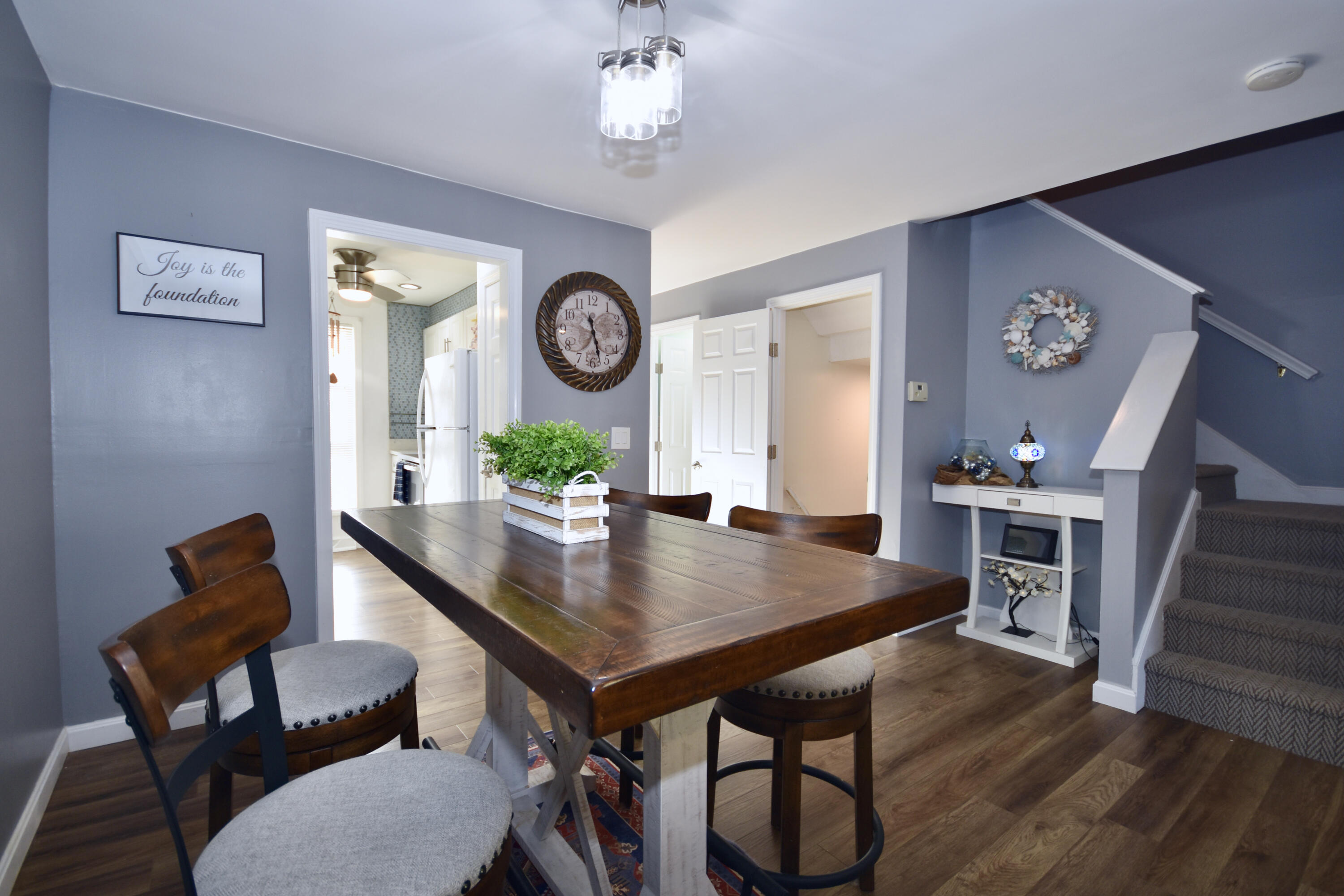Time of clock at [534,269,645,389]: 11:27
